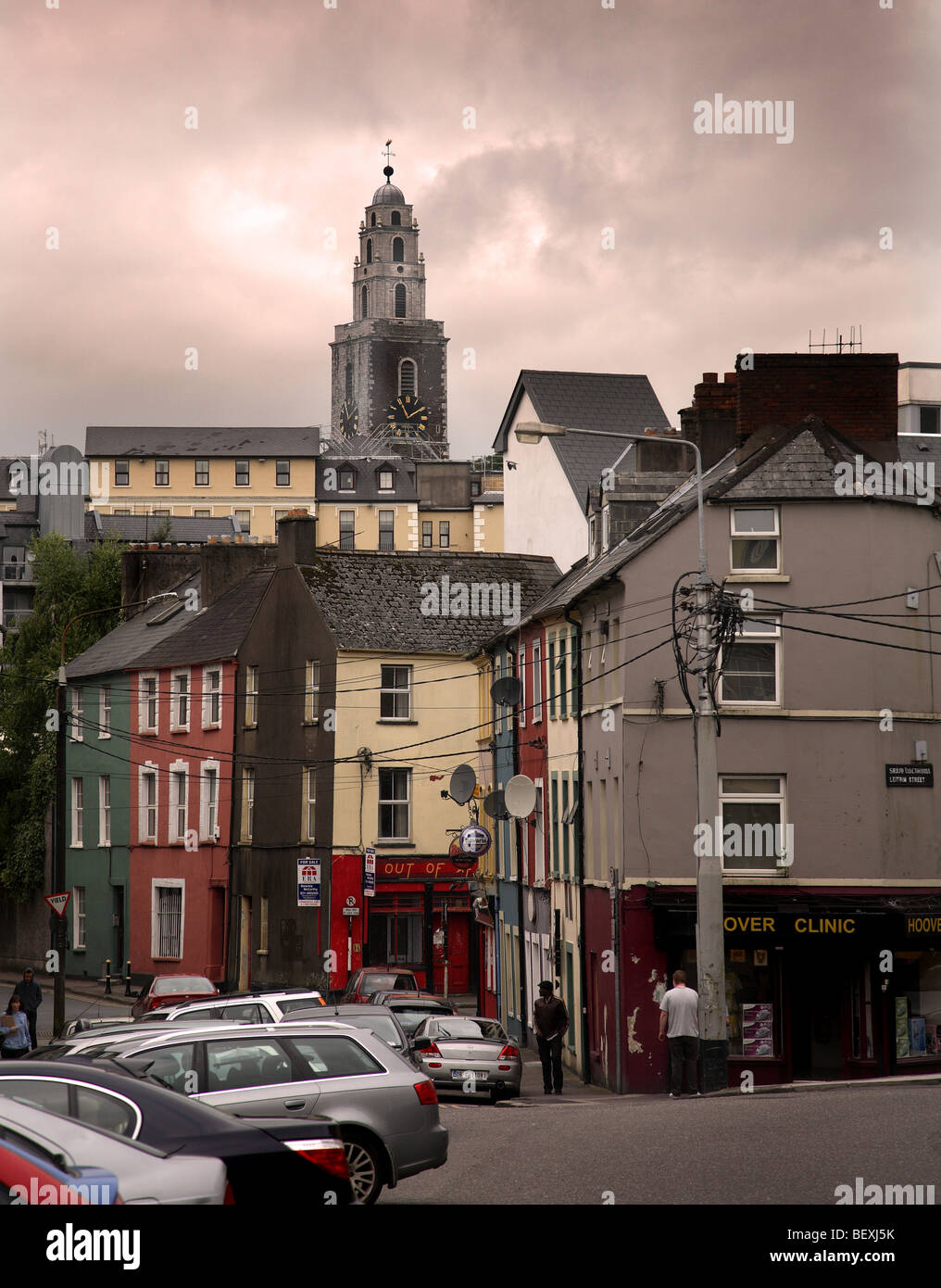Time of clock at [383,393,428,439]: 1:56
